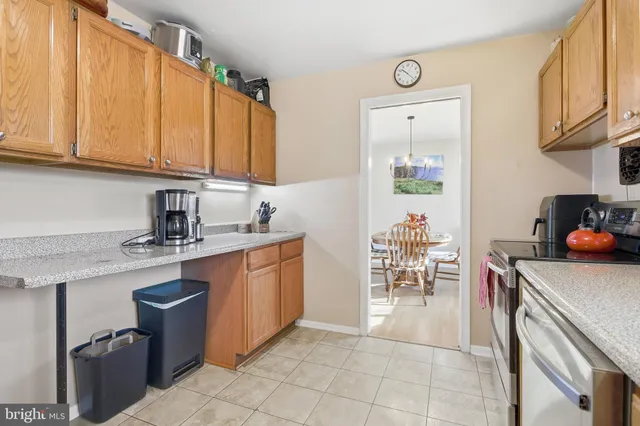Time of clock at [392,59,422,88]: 10:22
